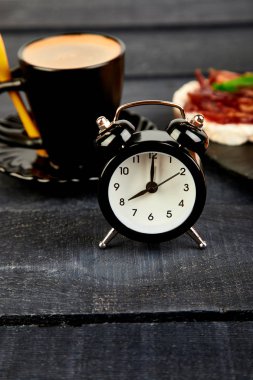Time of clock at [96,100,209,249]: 8:00
